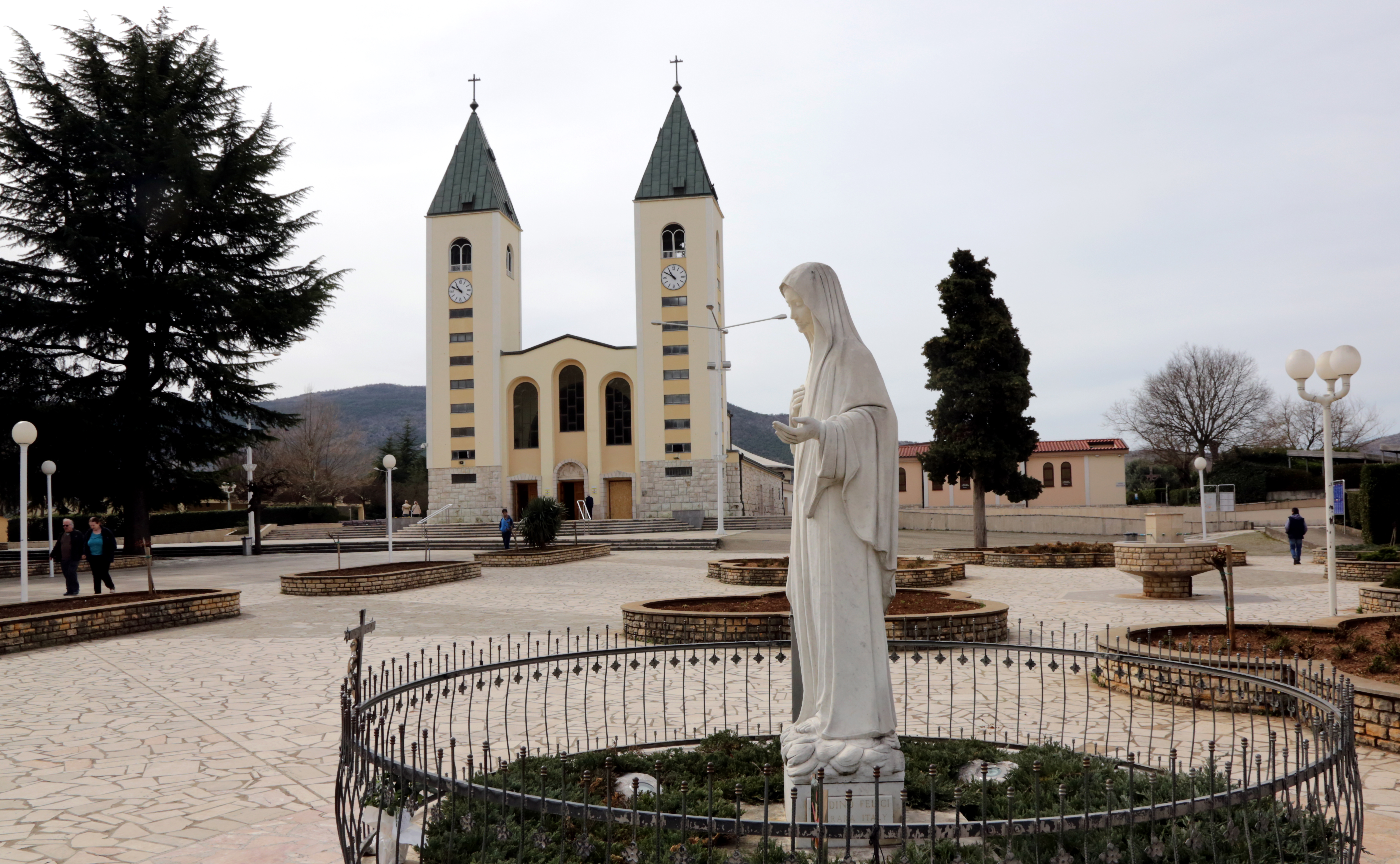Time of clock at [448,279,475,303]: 10:49
